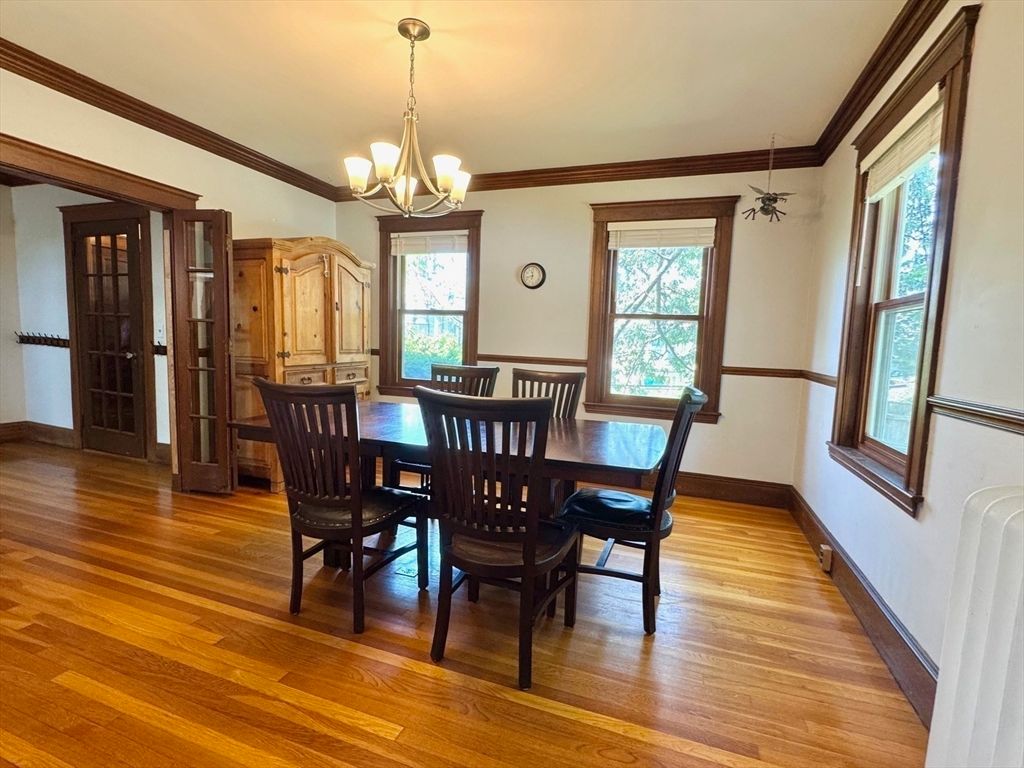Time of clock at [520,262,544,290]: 11:42
